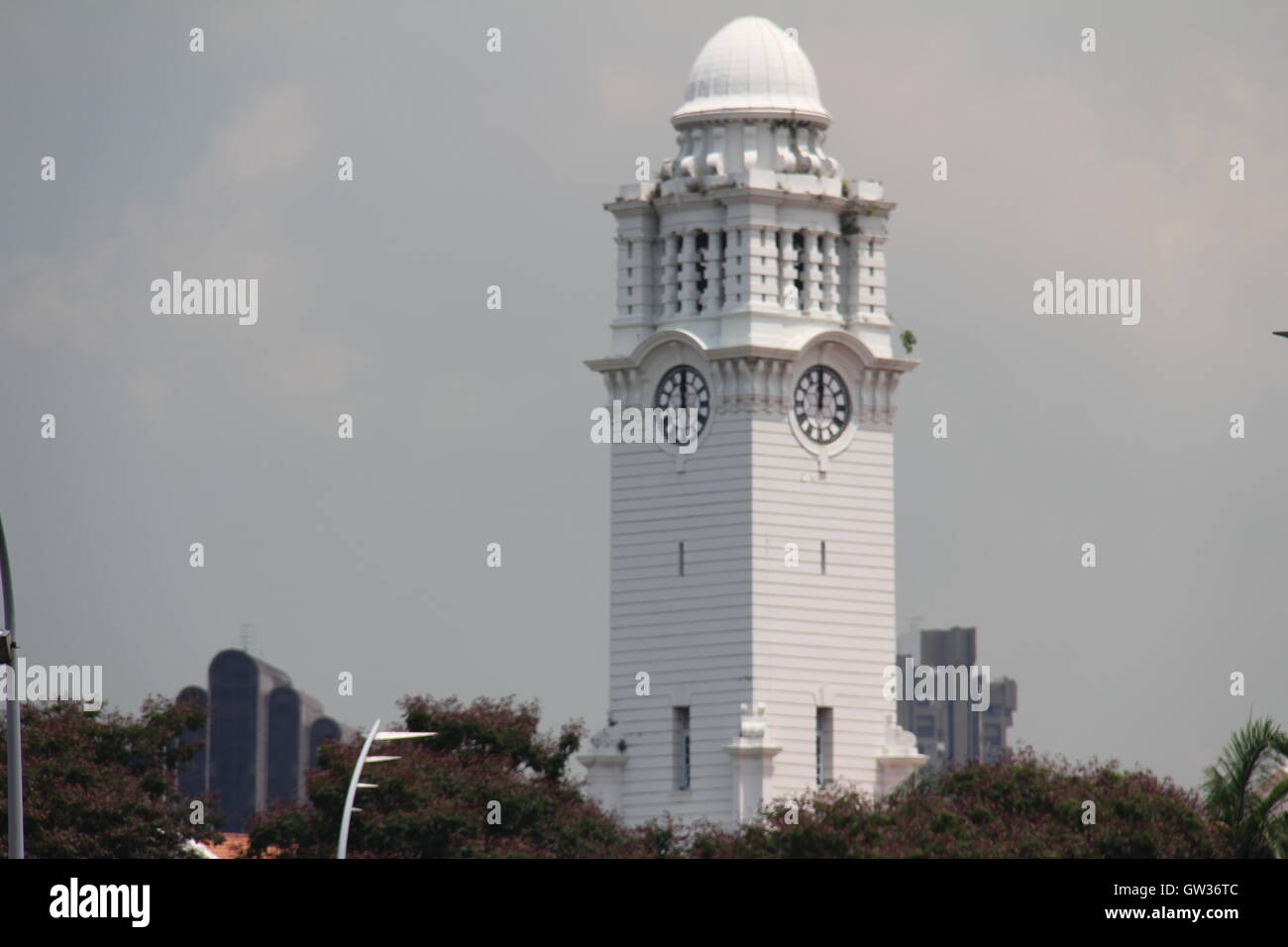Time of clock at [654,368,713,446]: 12:00
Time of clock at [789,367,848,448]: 12:00
